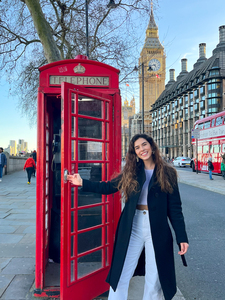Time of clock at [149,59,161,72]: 4:42
